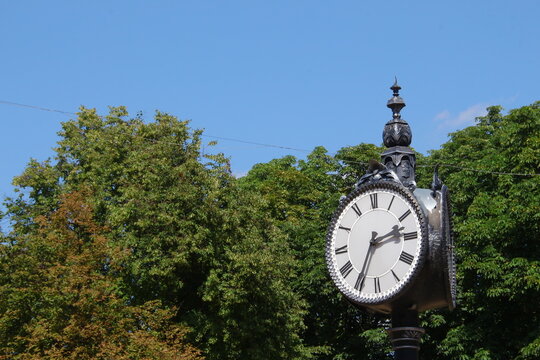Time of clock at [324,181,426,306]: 2:34
